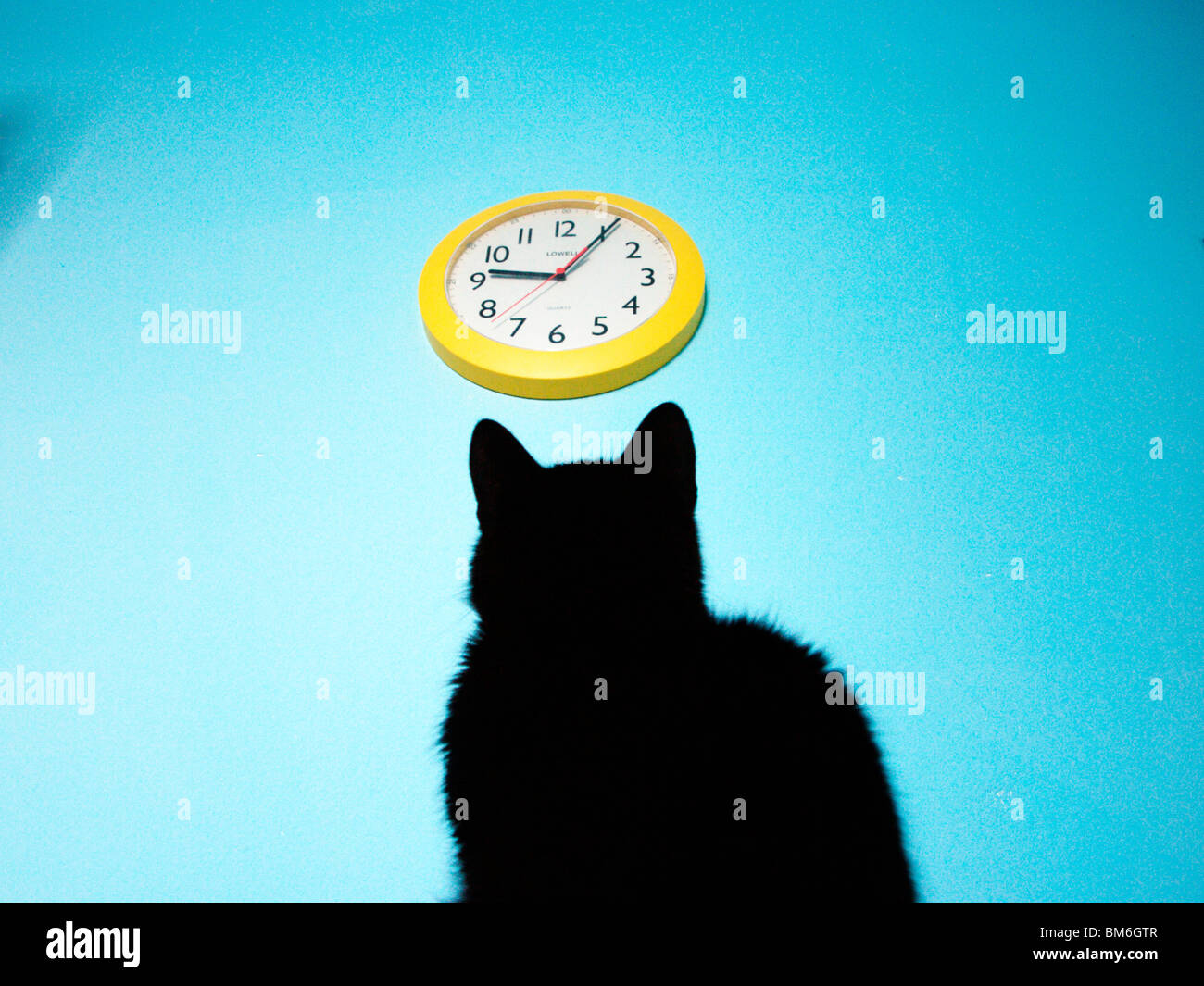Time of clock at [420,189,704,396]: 9:05
